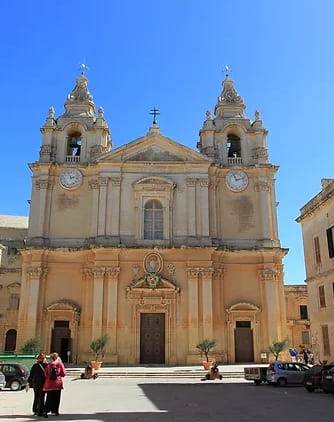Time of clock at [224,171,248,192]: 11:12
